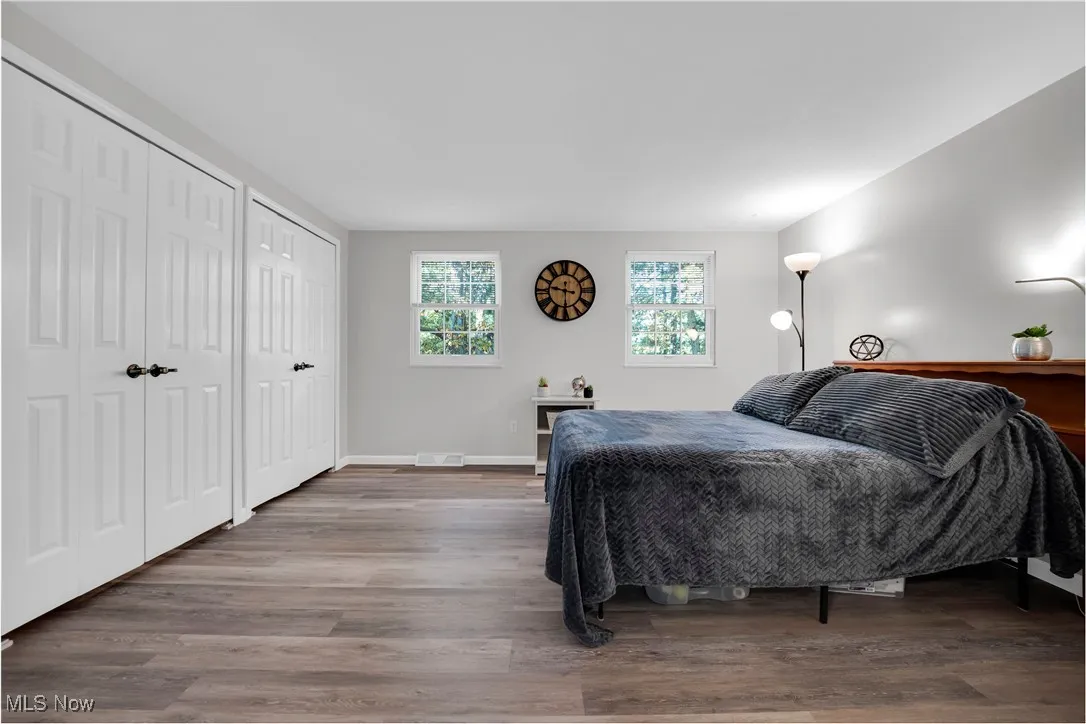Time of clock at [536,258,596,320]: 9:30
